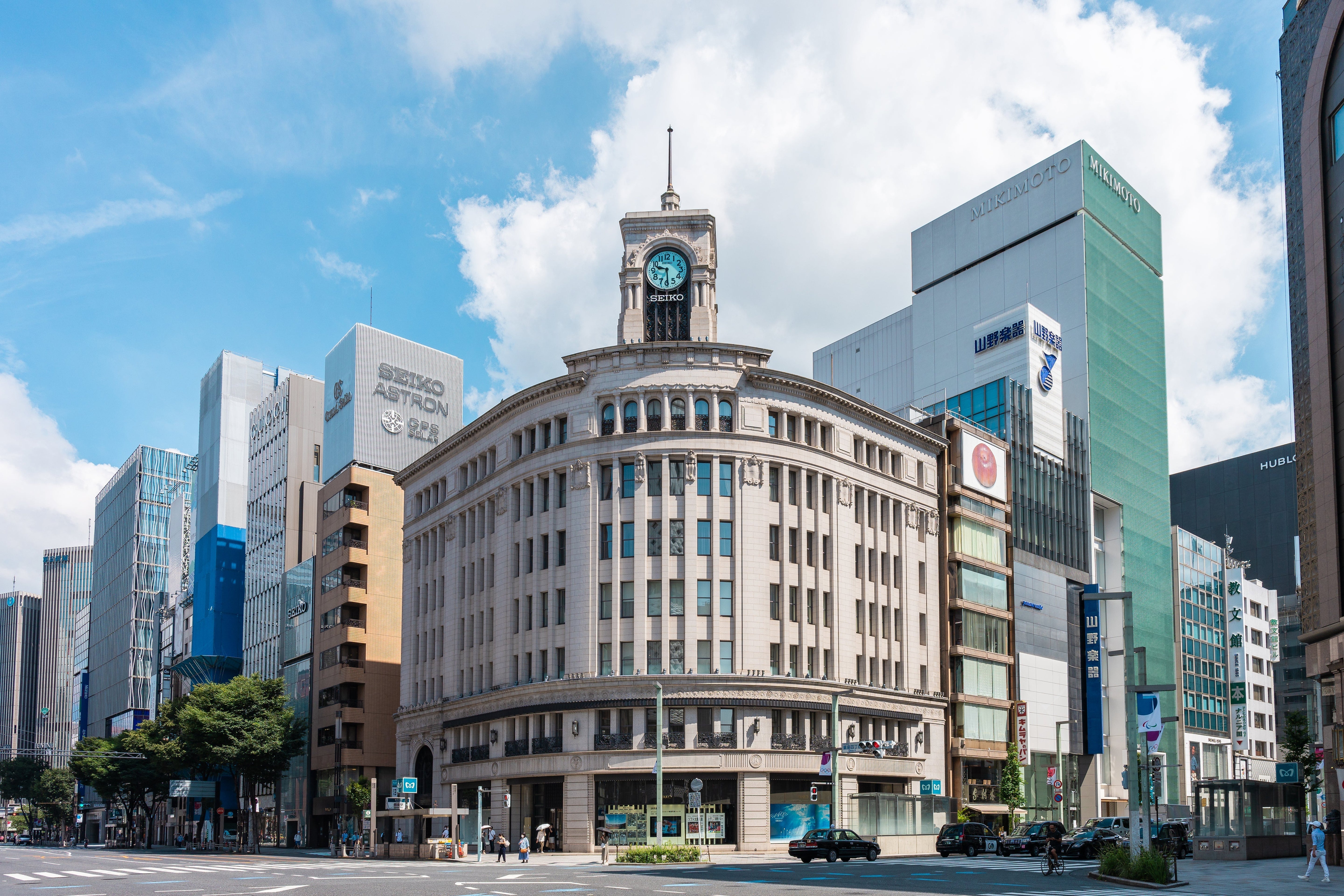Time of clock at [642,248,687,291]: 9:29
